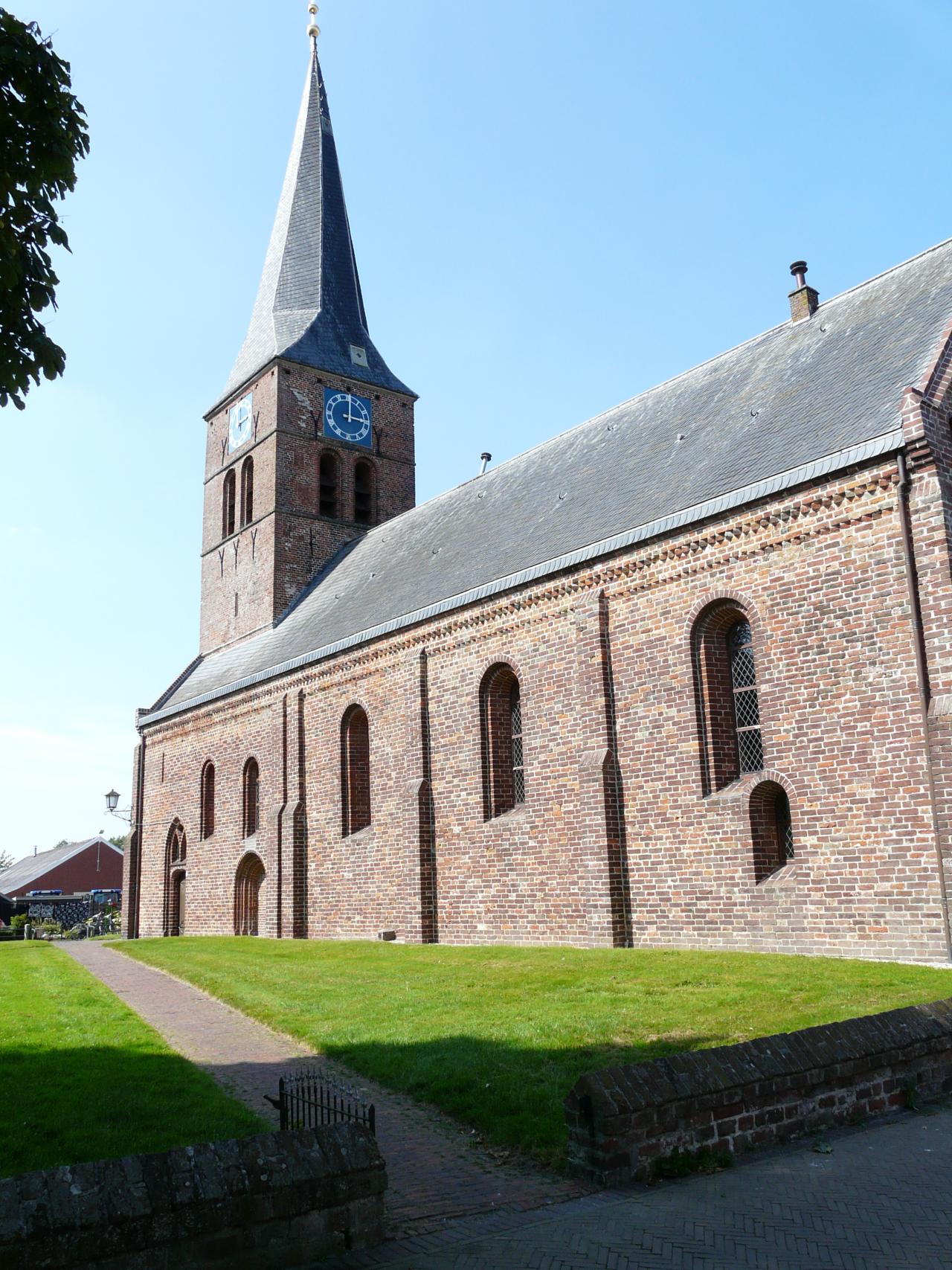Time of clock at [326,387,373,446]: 3:00
